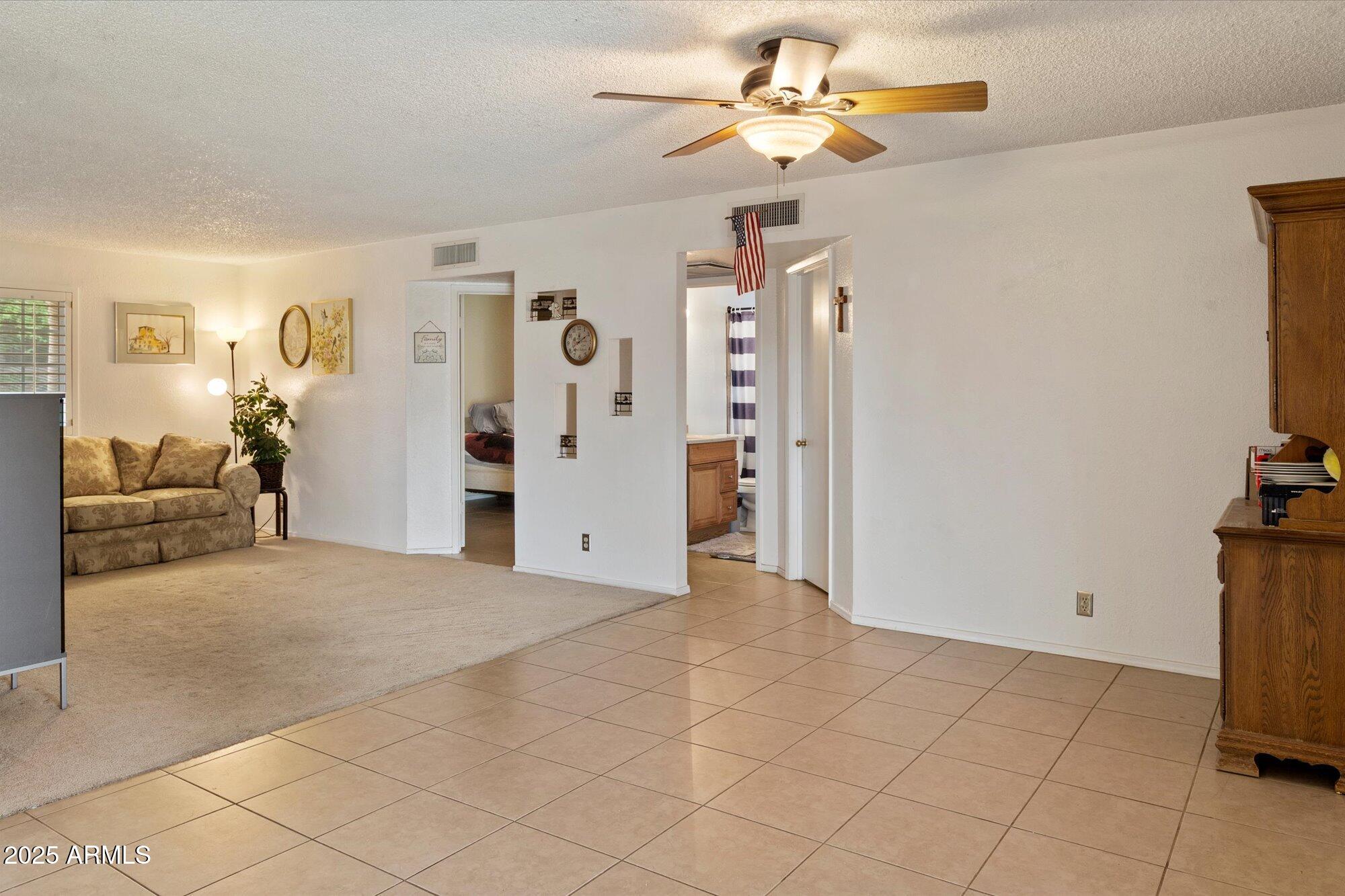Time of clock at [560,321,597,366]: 12:09
